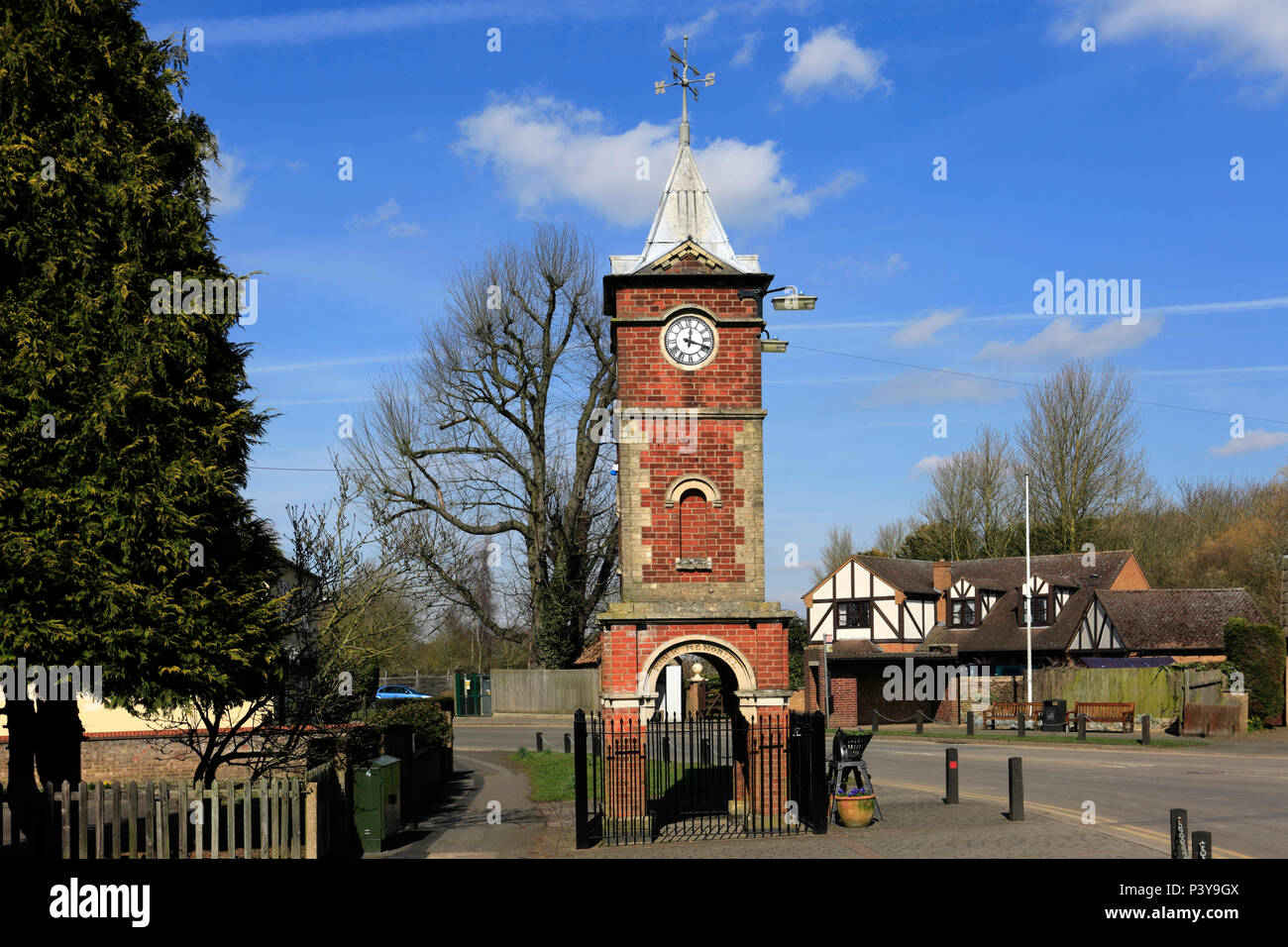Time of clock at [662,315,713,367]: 12:18
